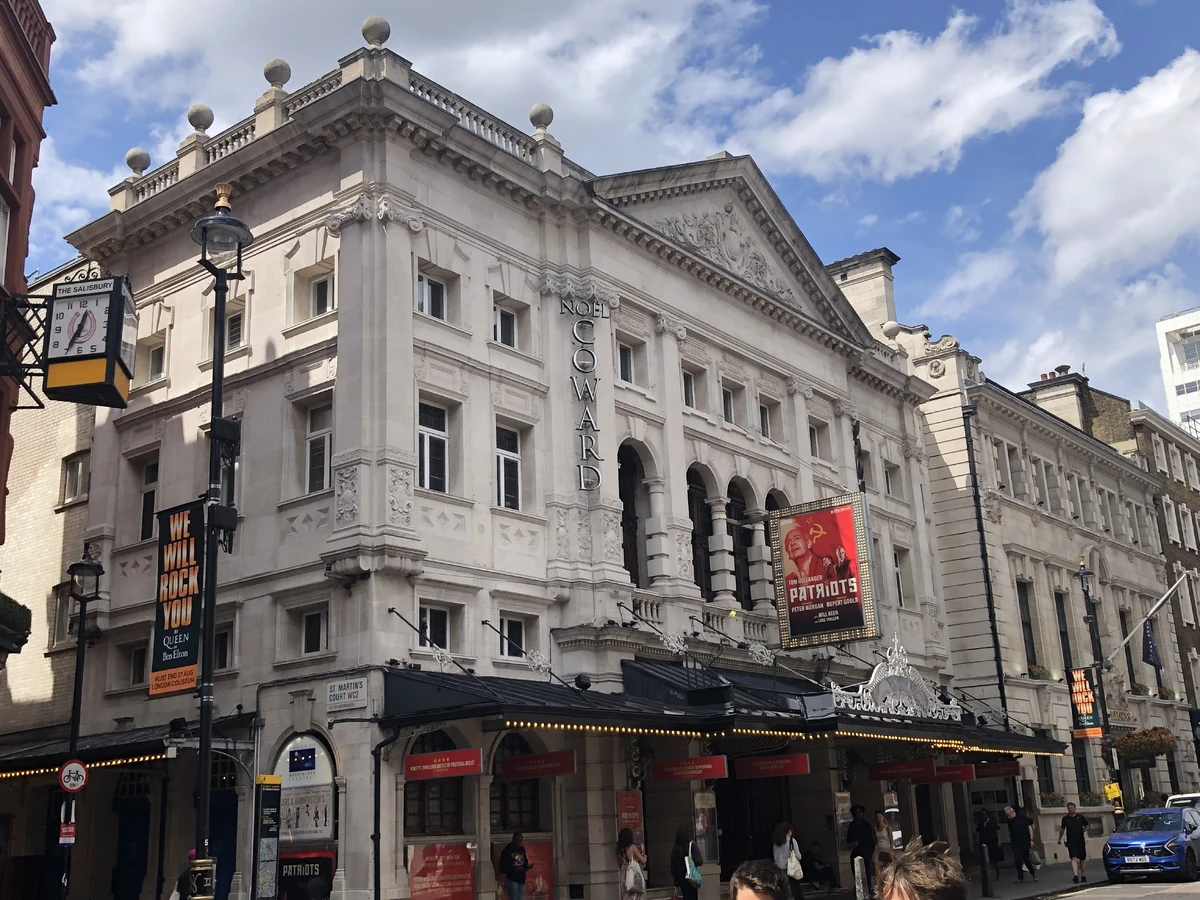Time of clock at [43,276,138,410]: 6:34
